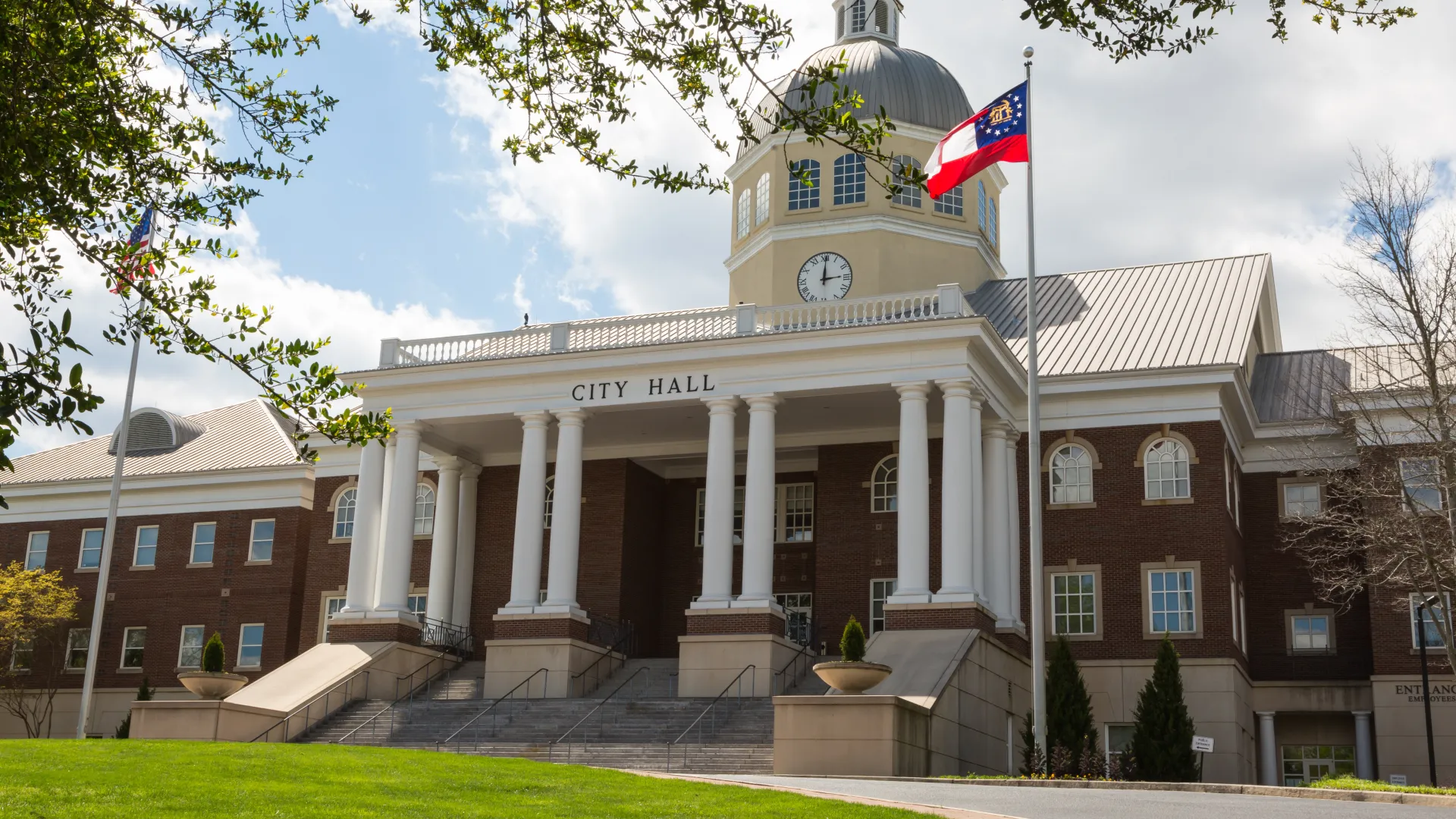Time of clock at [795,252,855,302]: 3:00
